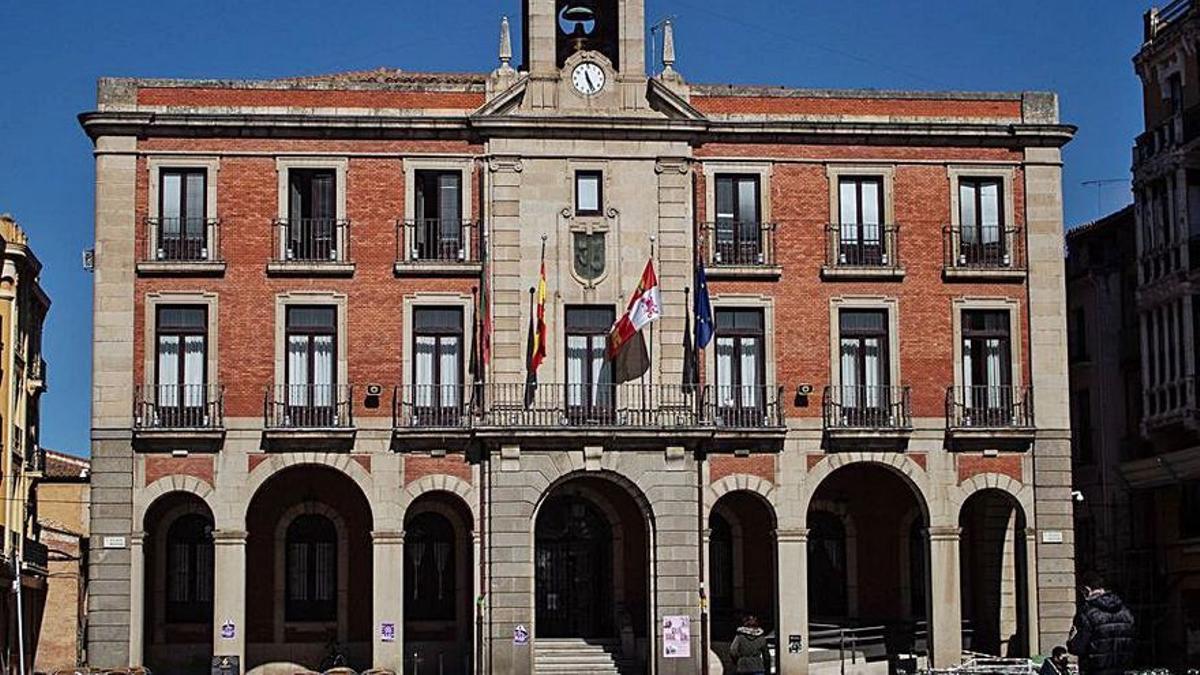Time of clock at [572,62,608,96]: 11:25
